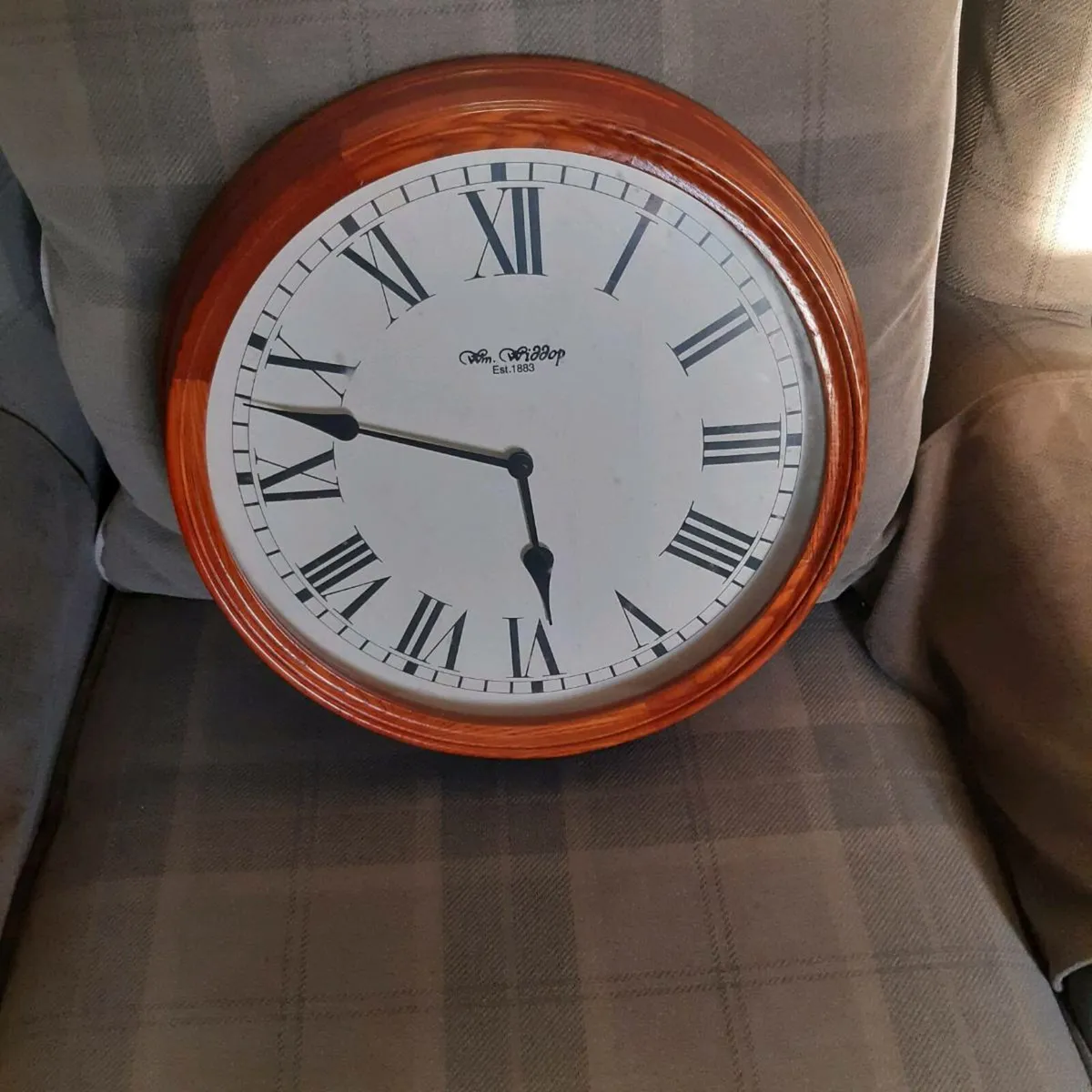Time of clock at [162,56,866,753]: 5:47
